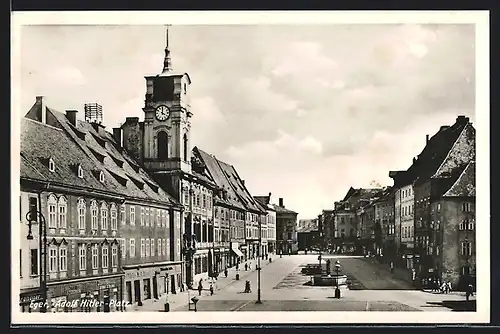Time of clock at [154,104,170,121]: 4:01
